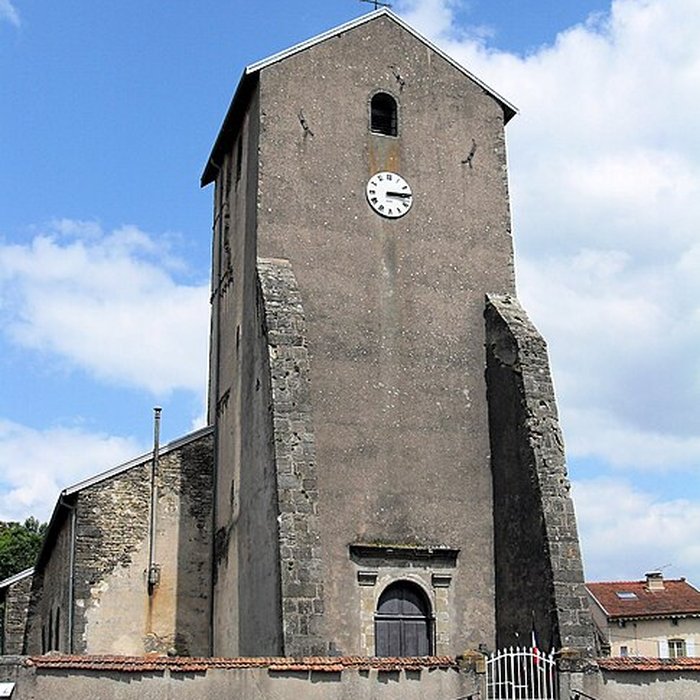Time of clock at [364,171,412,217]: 3:14
